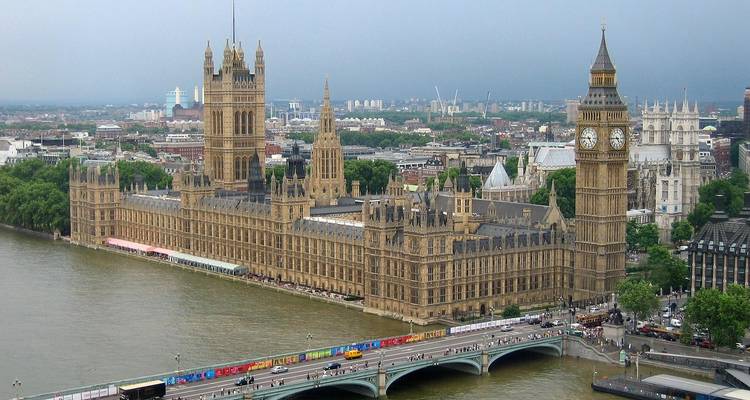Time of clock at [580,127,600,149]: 4:45
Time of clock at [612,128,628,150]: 4:44
